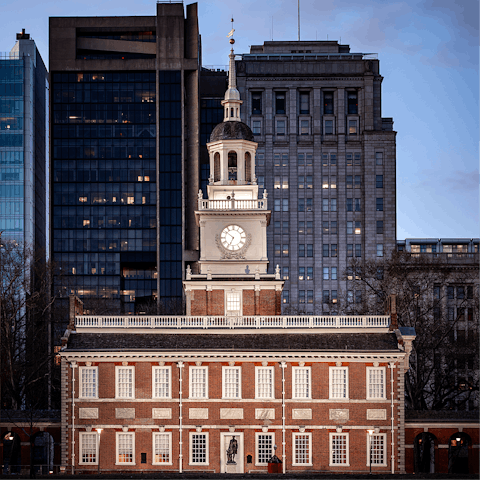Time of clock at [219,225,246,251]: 6:51
